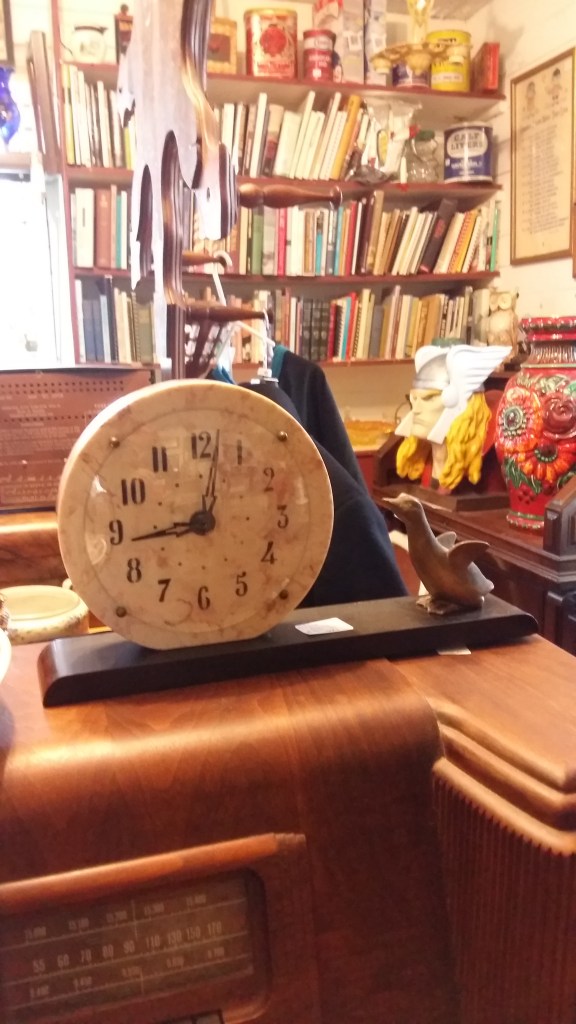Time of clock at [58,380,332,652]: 9:02
